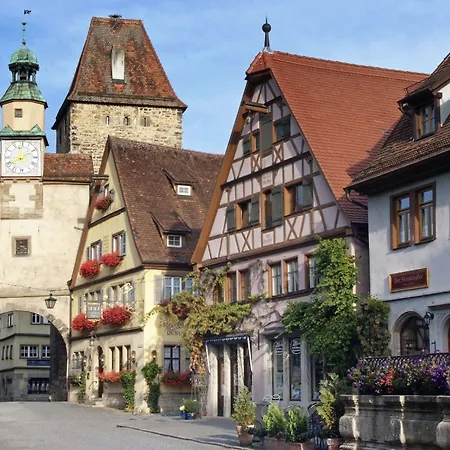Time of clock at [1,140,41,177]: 8:09
